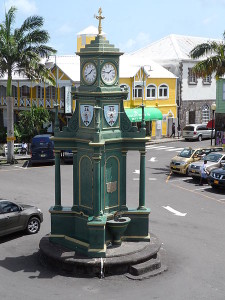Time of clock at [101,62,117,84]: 1:46
